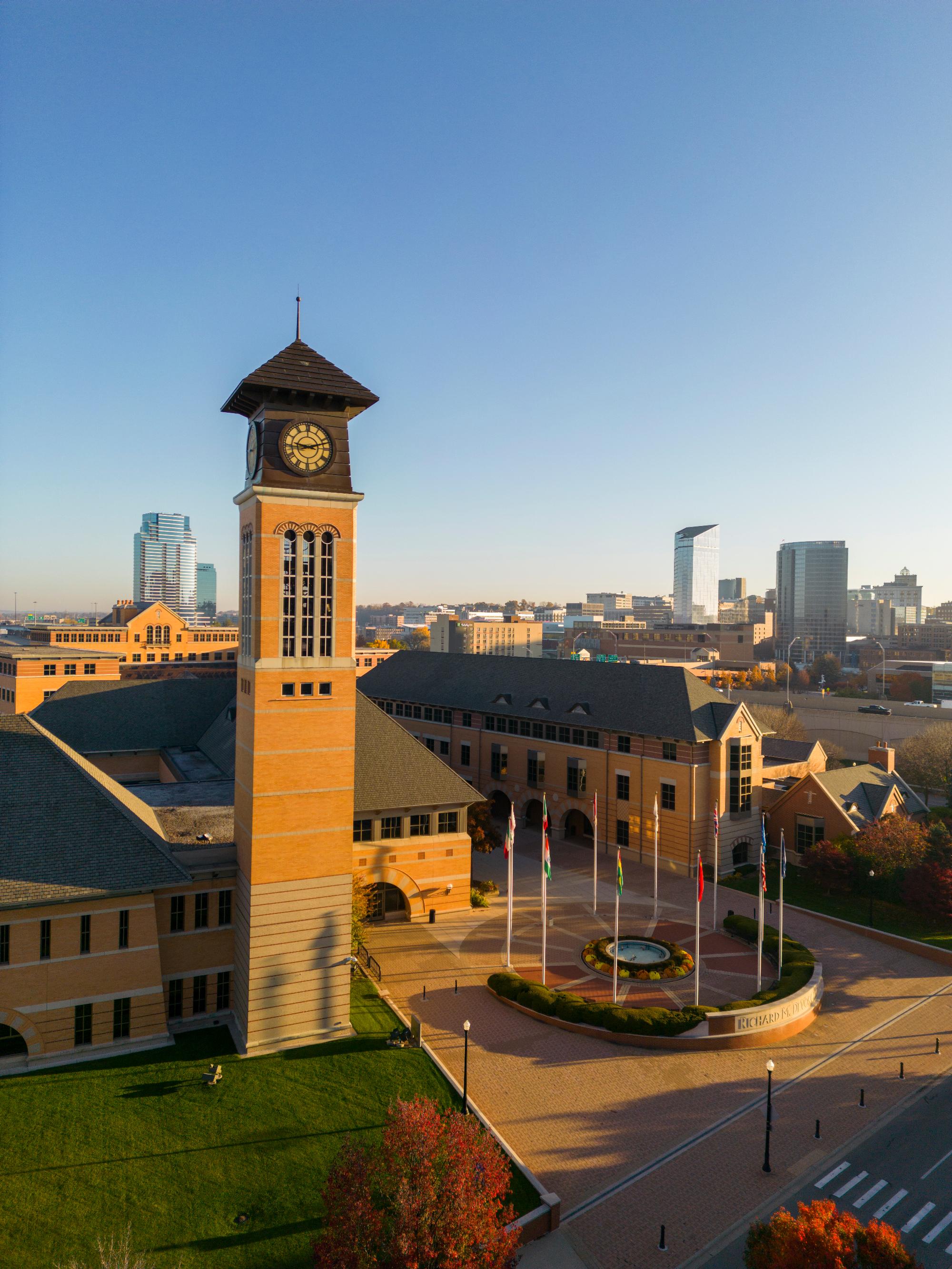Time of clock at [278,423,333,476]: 9:12
